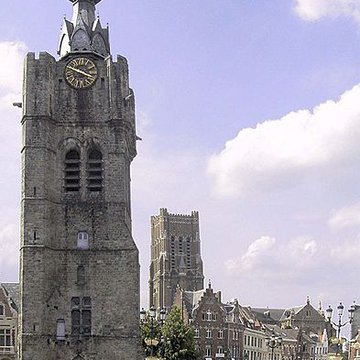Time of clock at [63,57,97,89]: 3:48
